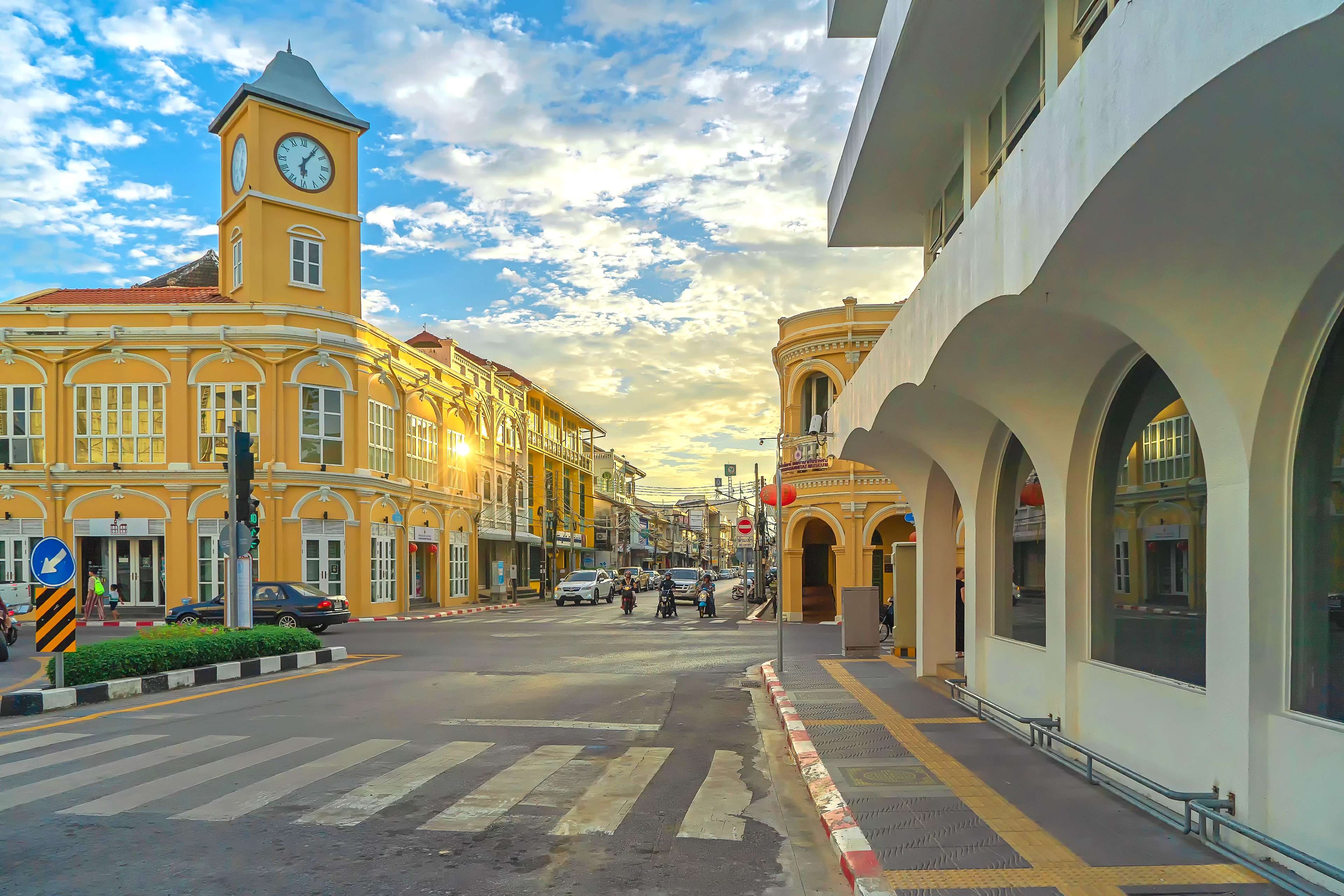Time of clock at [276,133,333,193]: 6:06
